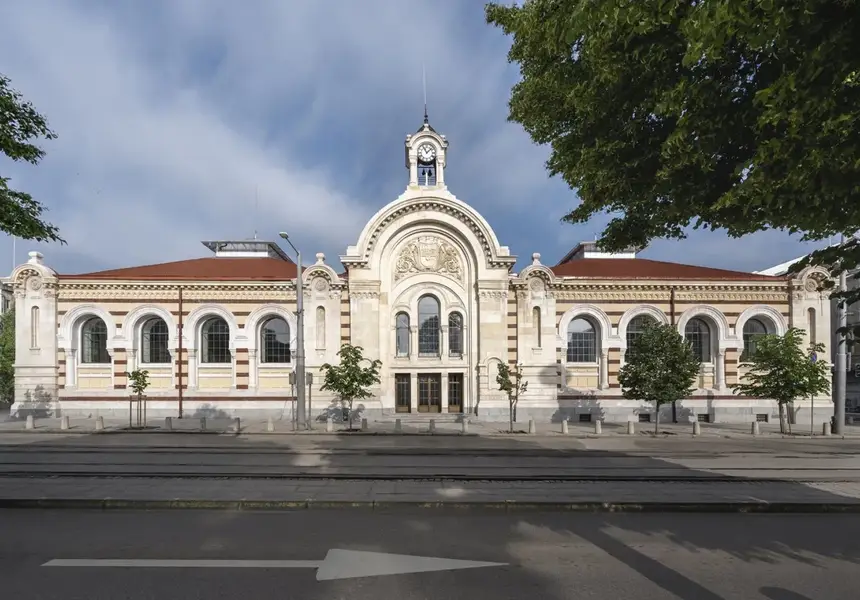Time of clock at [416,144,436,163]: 11:07
